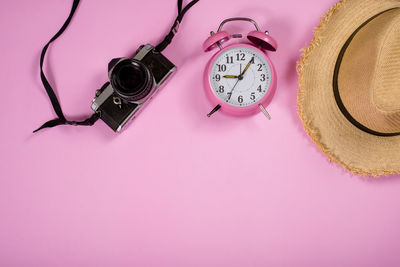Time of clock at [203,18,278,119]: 9:05
